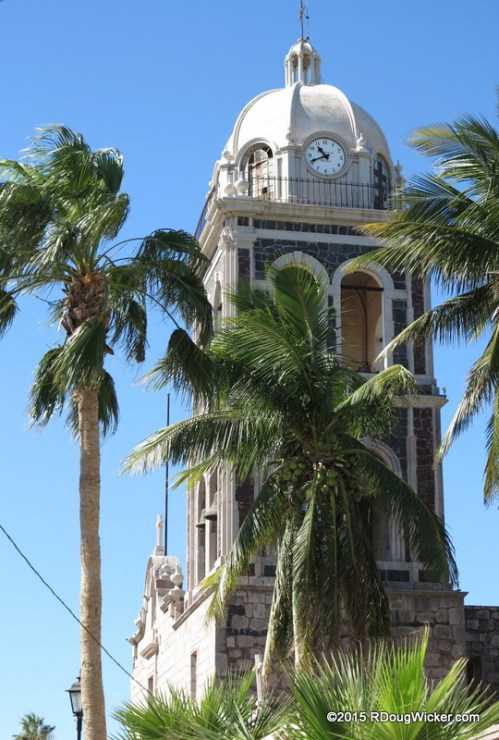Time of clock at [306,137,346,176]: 10:41
